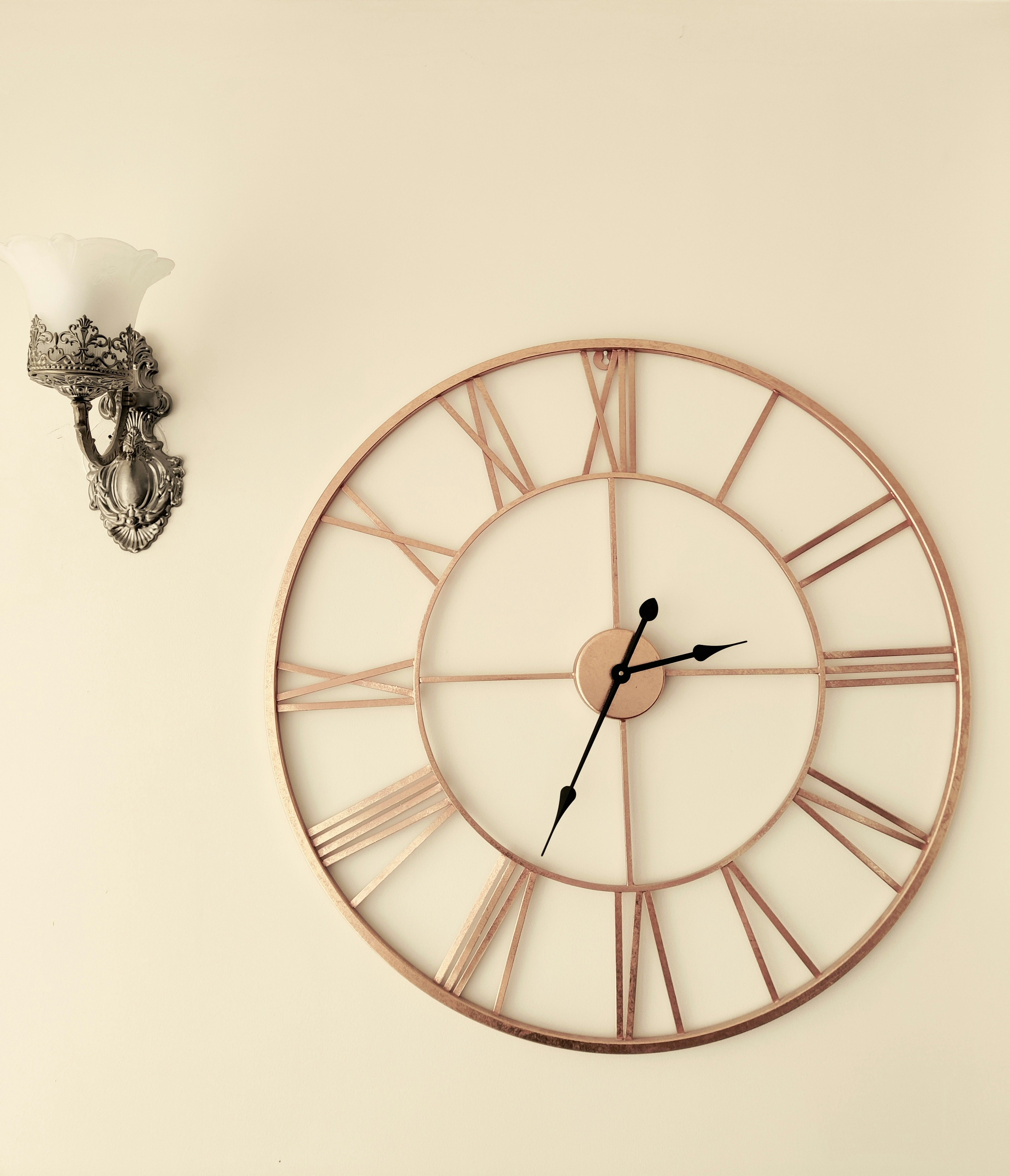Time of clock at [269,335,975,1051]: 2:34
